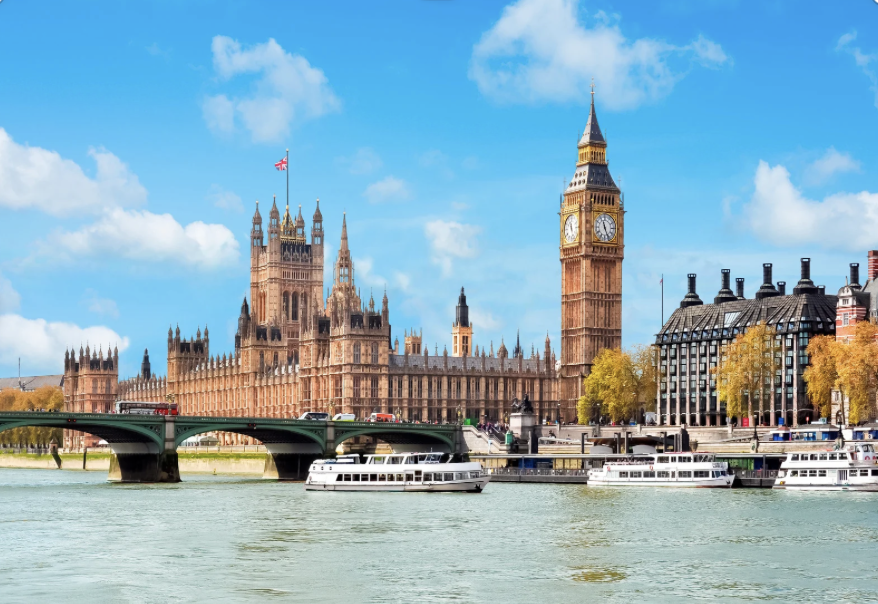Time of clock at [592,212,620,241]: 11:25
